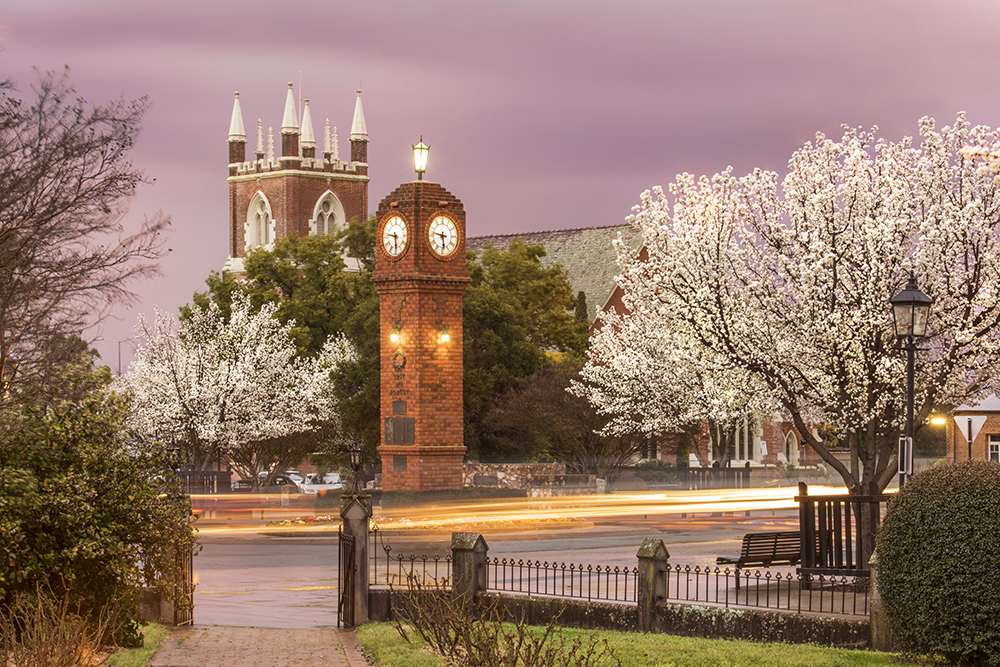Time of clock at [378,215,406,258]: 5:46
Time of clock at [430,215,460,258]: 5:46
